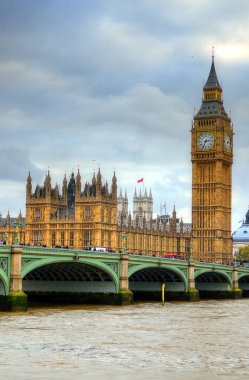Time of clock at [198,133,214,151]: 2:34
